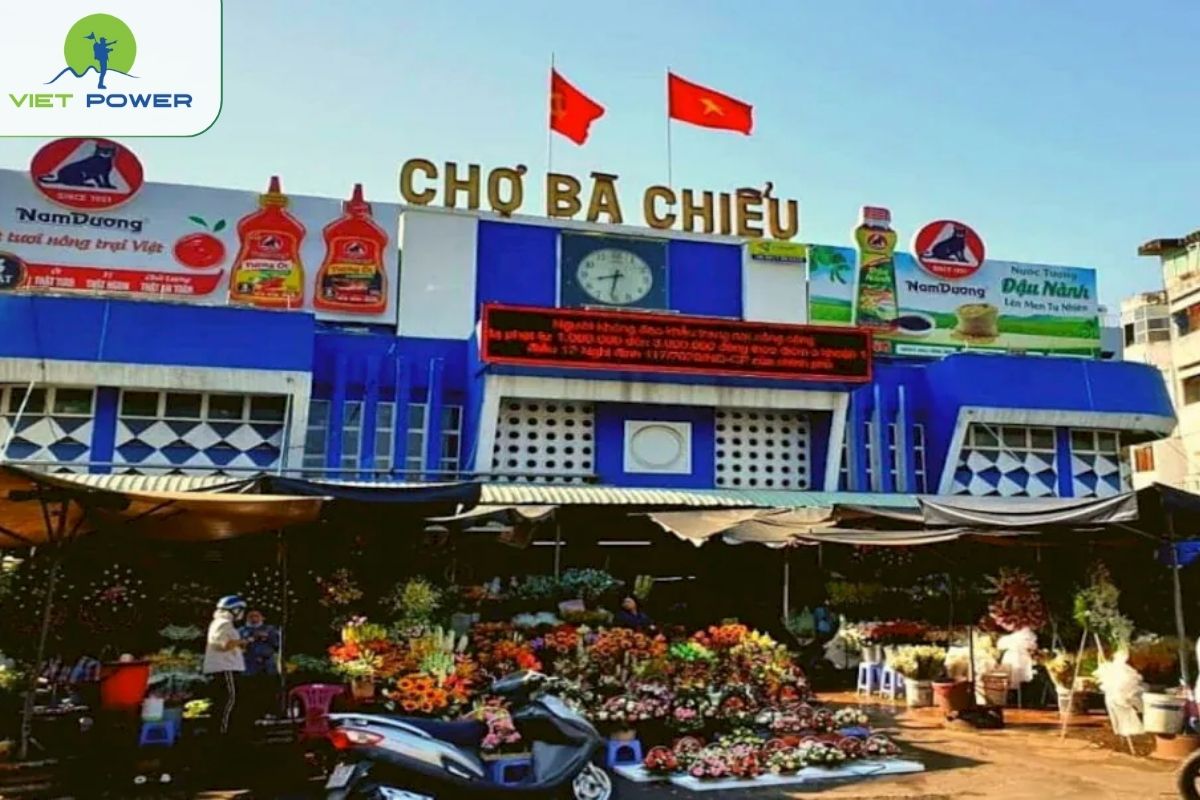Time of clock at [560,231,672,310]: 8:31
